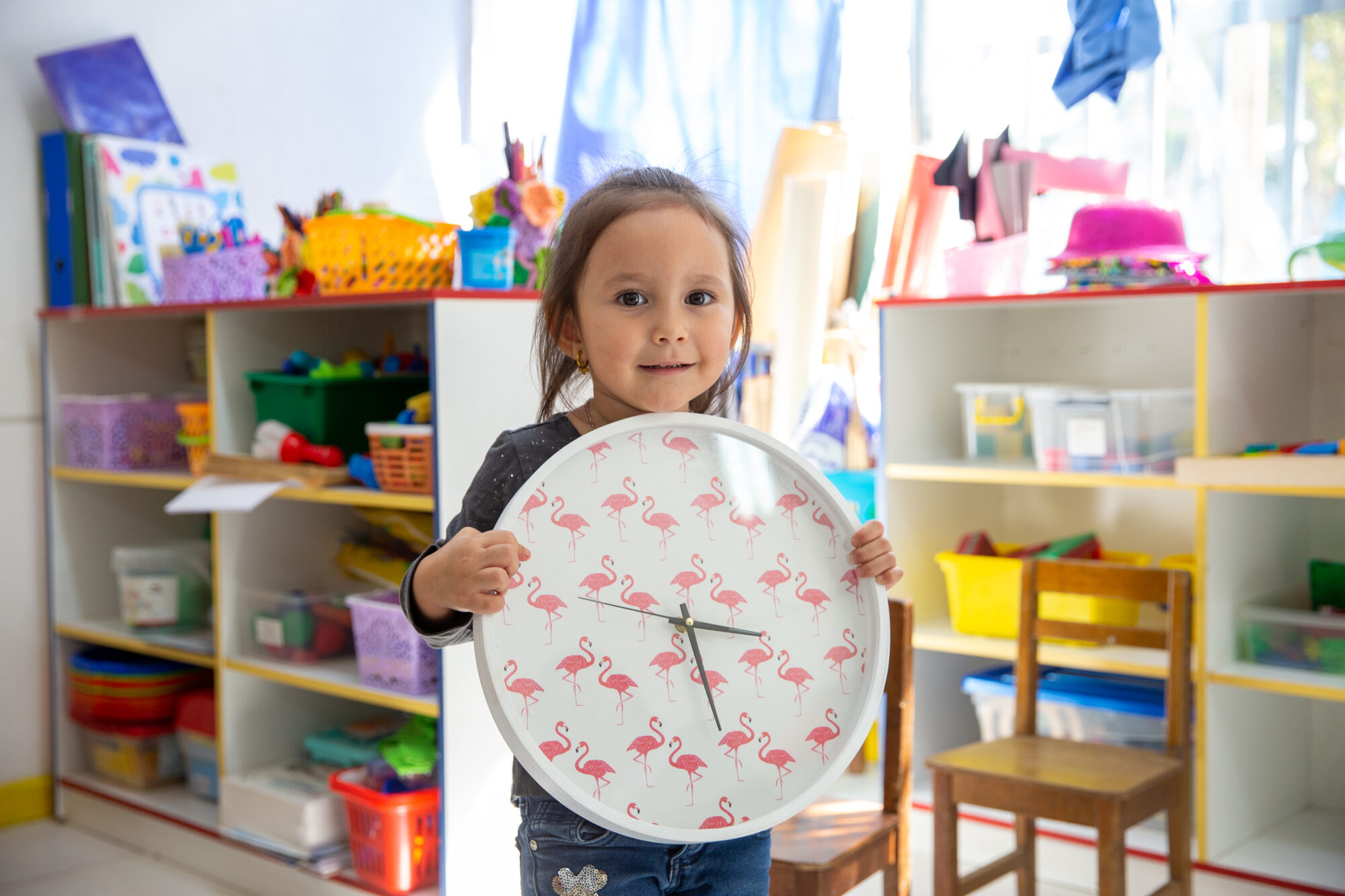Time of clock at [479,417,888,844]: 3:27
